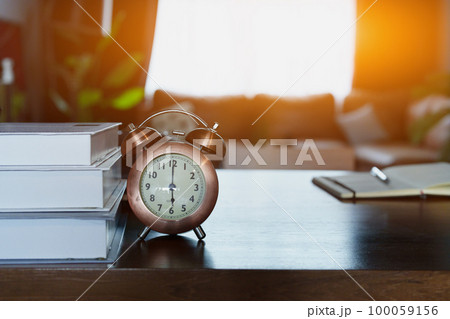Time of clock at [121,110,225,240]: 6:00
